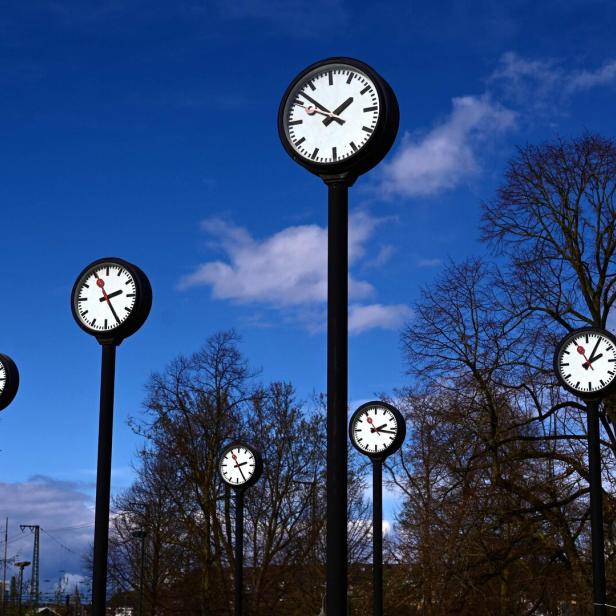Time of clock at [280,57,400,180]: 1:51
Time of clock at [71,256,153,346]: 2:25
